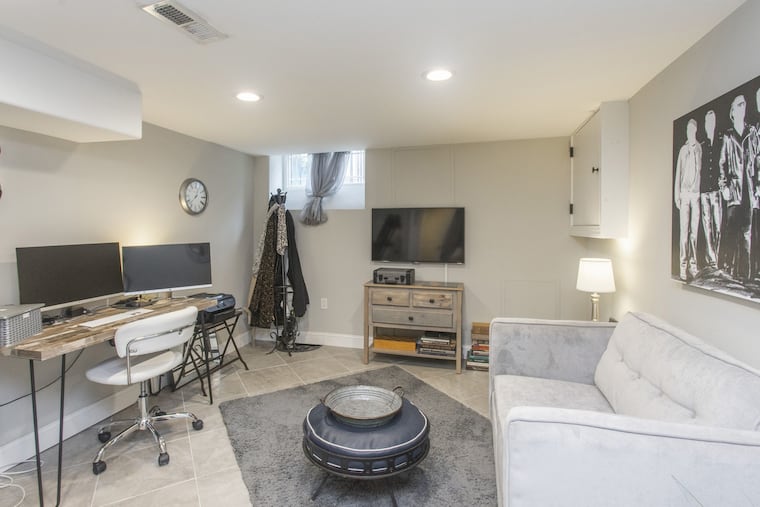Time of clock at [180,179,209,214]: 12:37
